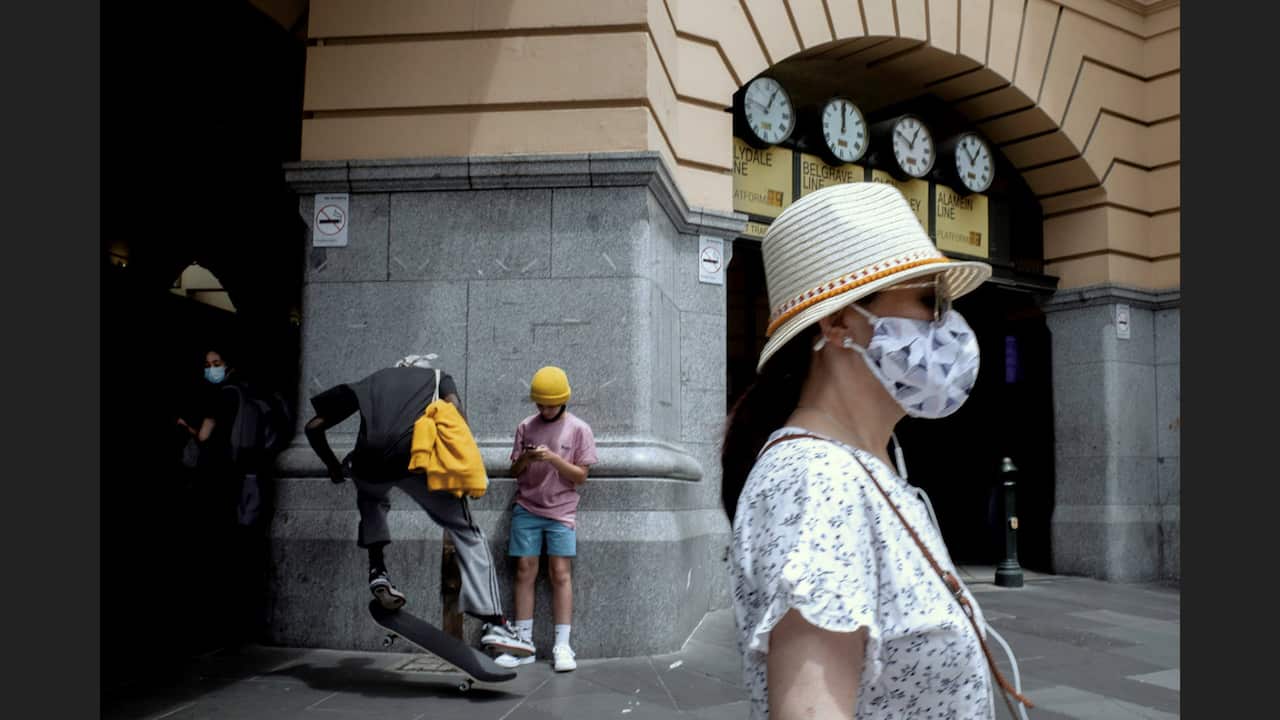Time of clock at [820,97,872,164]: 12:00
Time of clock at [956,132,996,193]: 12:52
